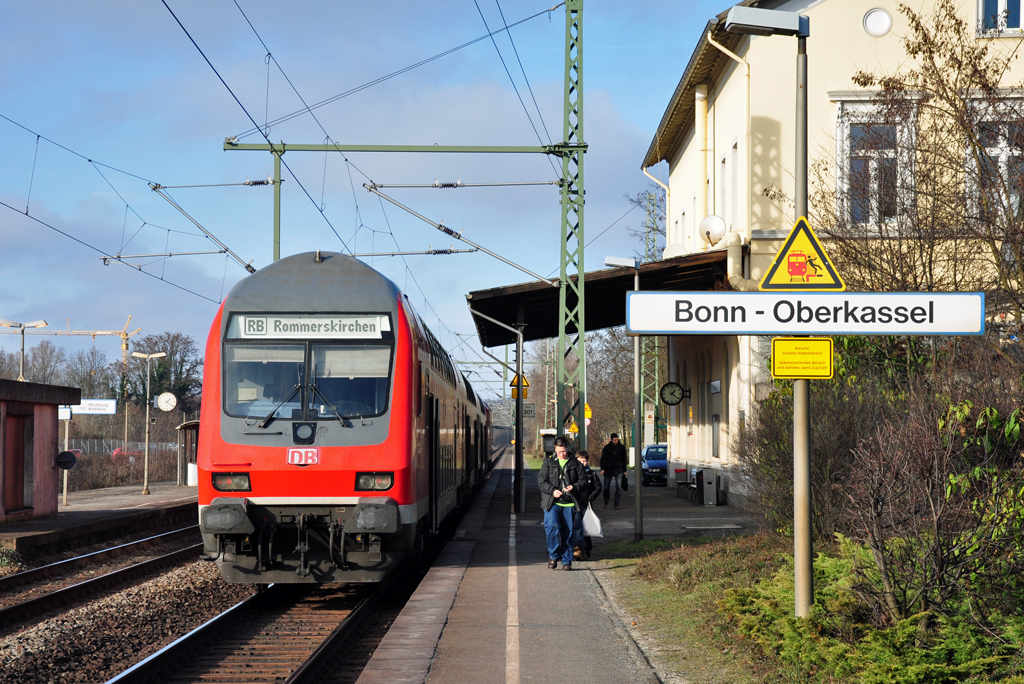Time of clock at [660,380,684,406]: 1:21
